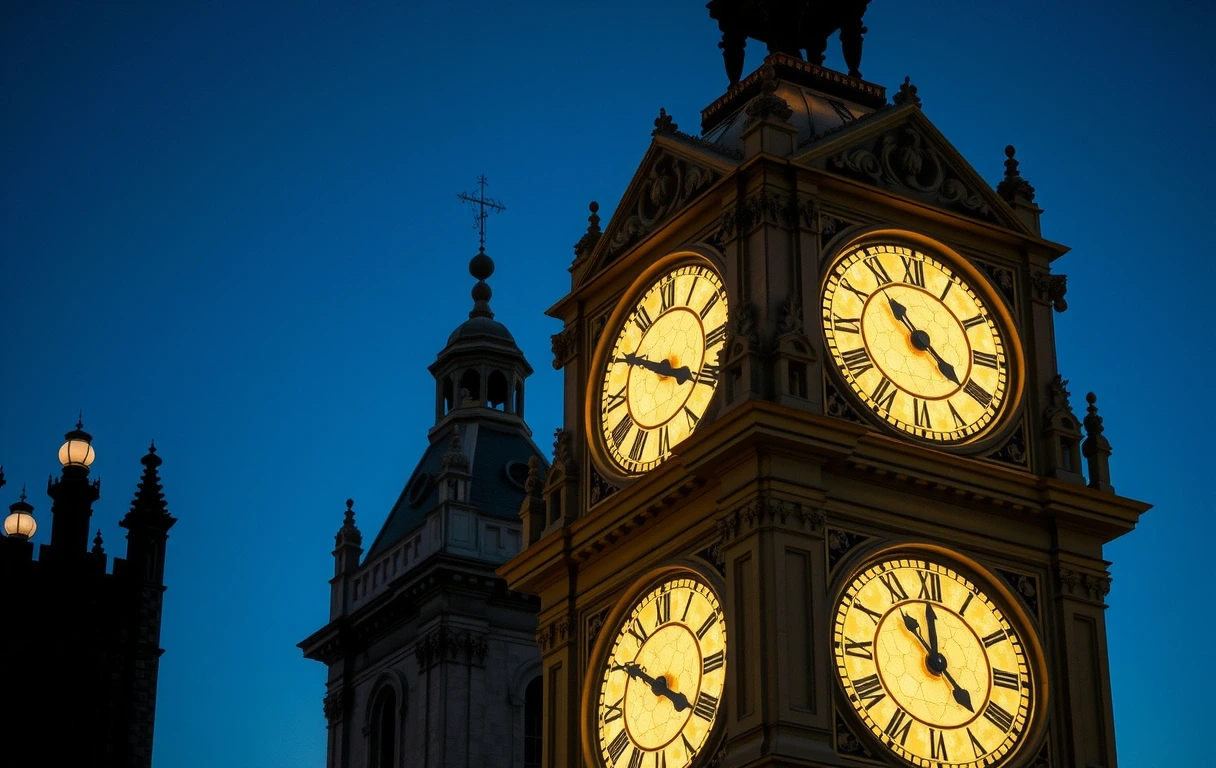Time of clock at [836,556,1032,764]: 11:52
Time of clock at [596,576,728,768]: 3:50
